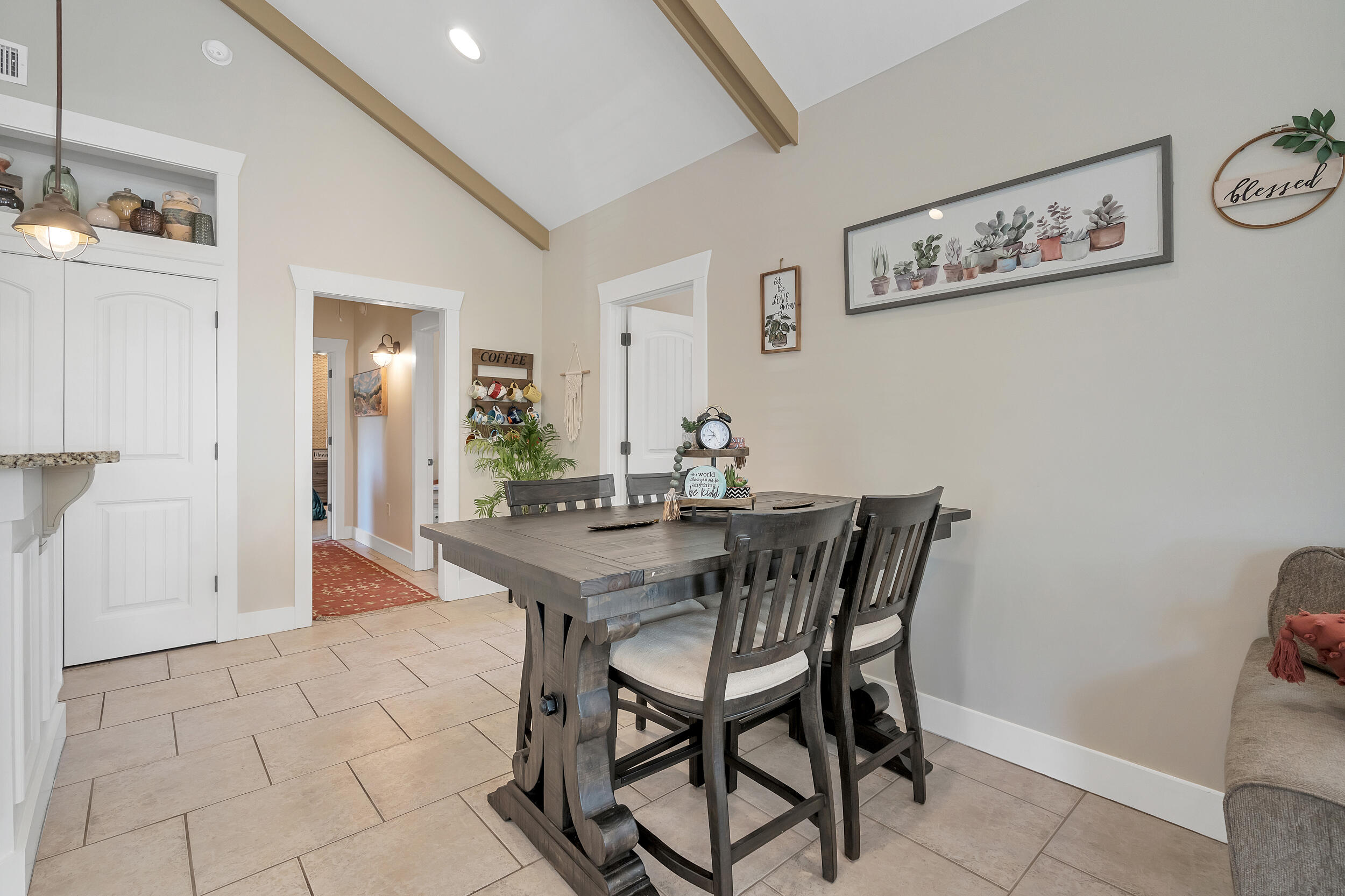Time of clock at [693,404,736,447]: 10:37
